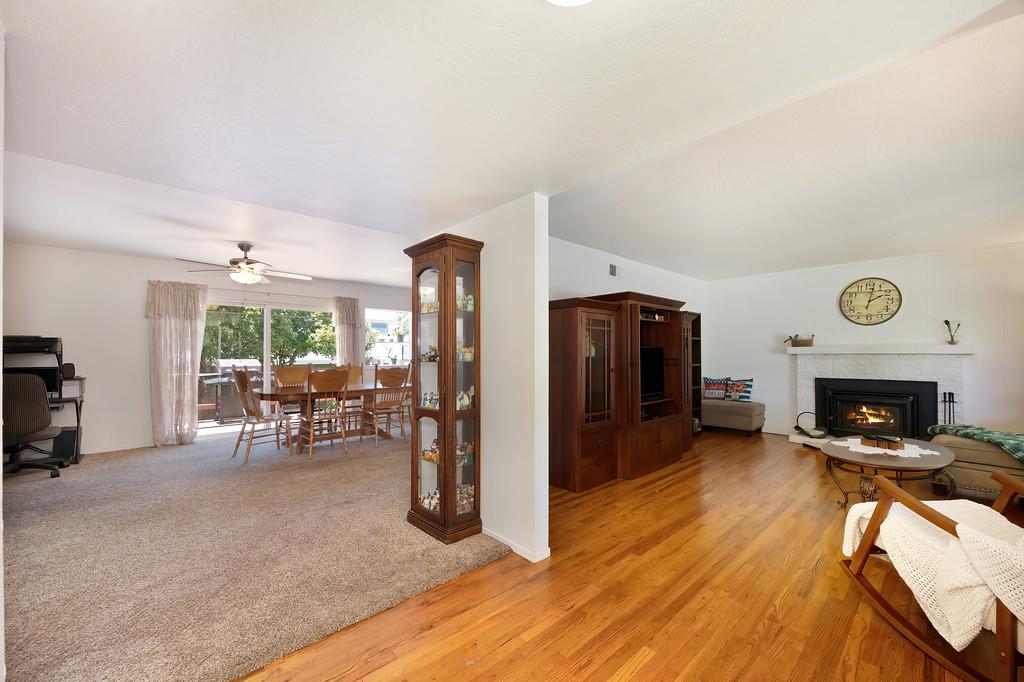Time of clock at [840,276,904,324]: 2:02
